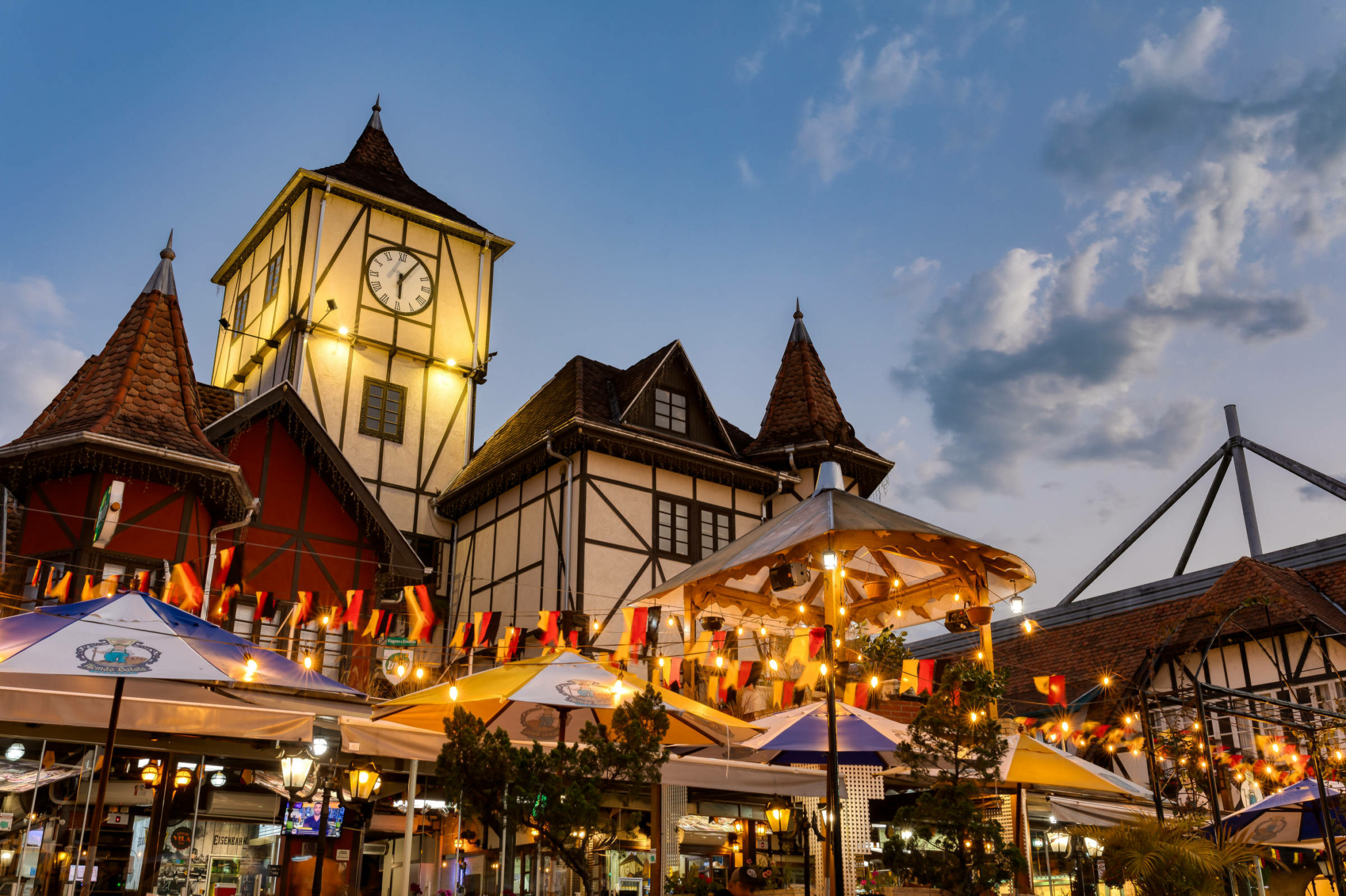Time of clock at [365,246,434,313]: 6:05
